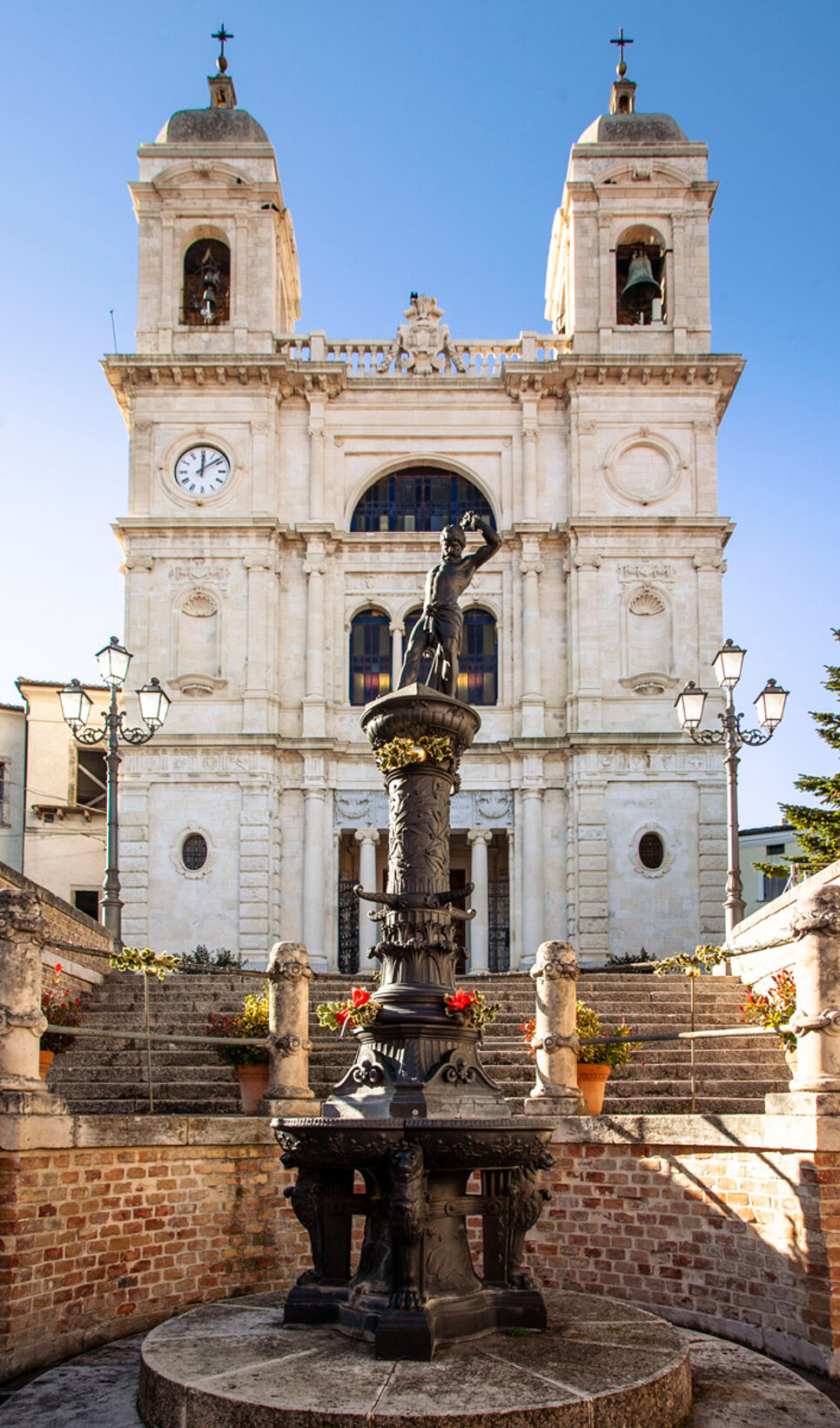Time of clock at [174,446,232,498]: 12:08
